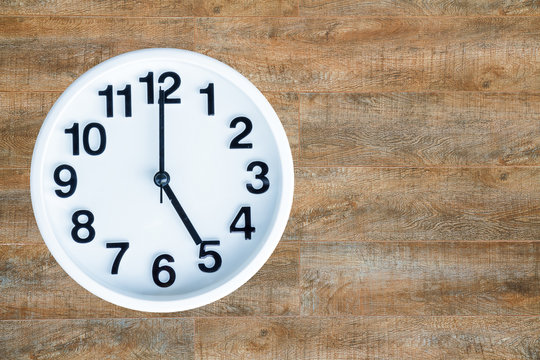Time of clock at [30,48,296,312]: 5:00
